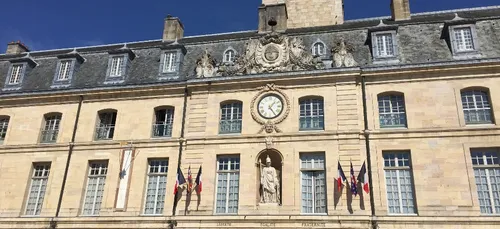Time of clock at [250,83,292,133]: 1:23
